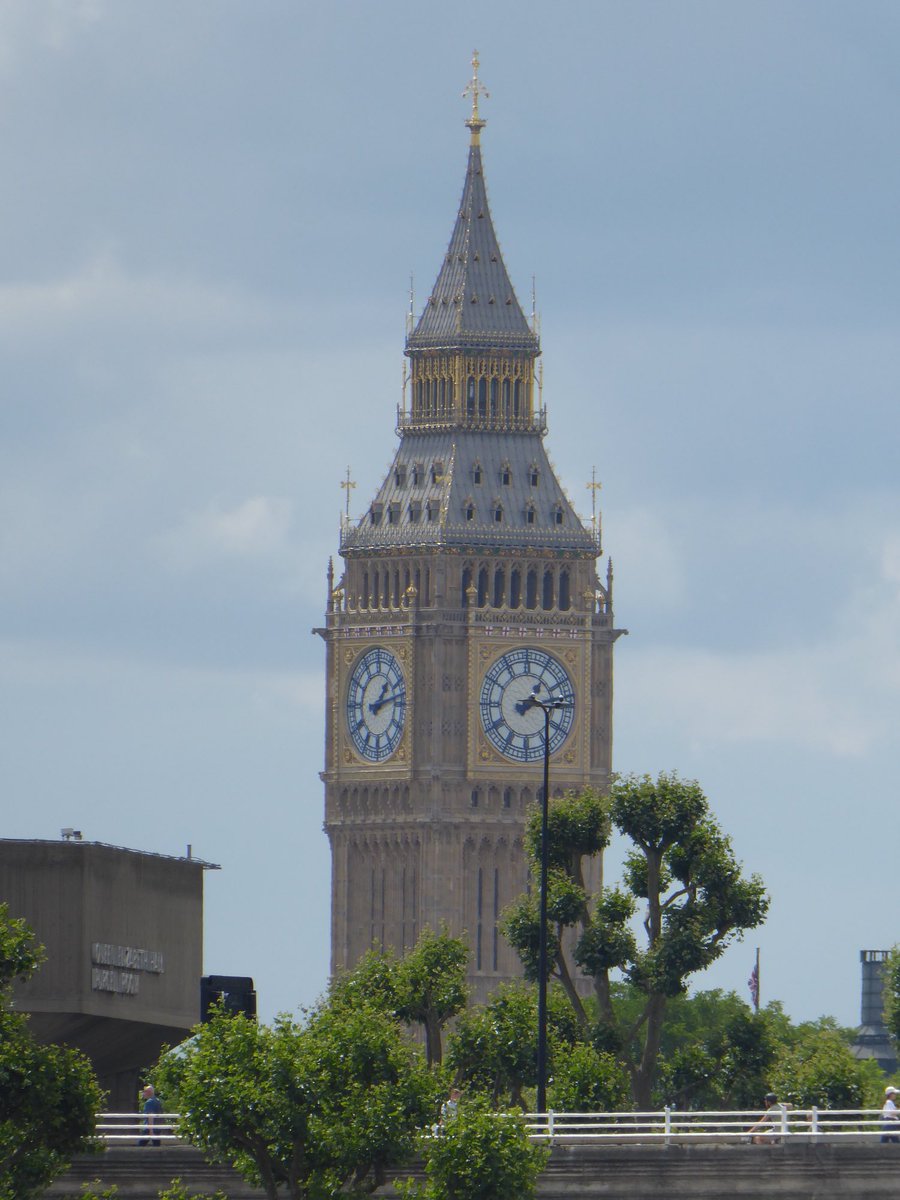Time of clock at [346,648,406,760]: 1:12
